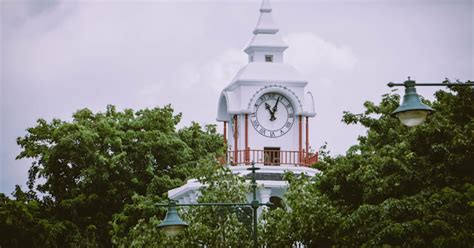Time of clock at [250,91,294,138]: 11:03
